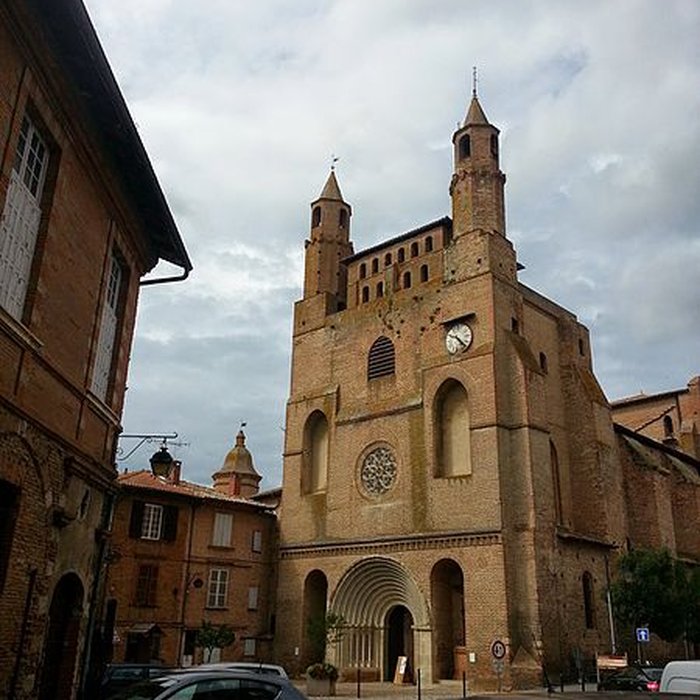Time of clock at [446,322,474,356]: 9:23
